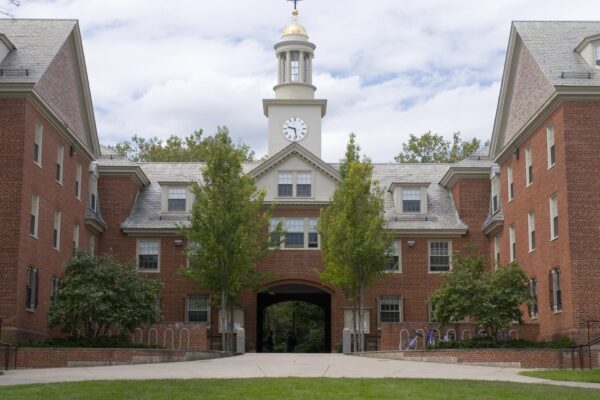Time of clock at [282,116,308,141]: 9:28
